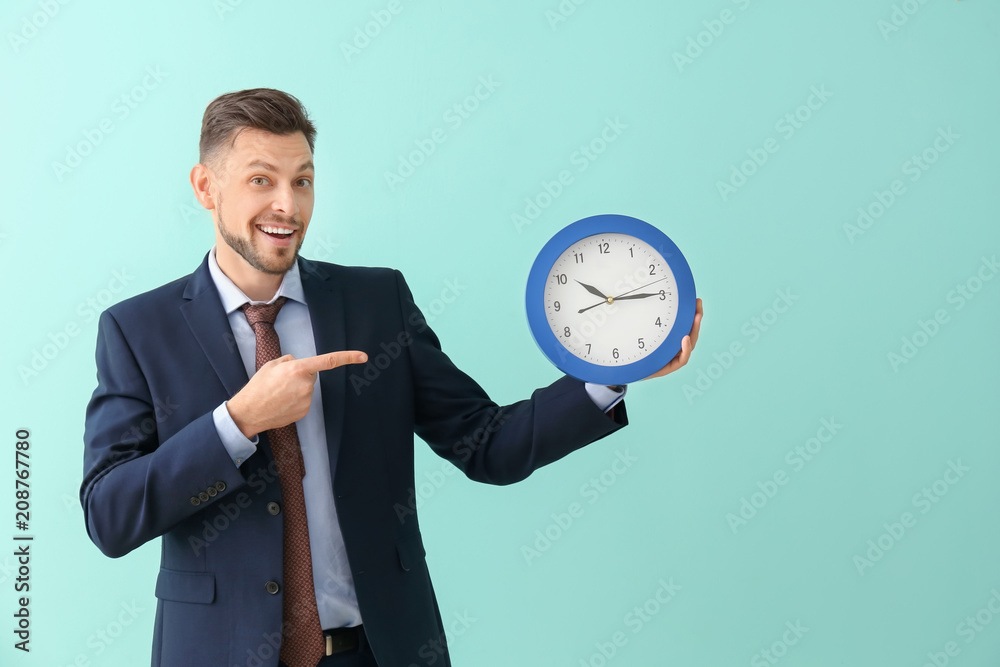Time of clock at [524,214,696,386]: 10:14
